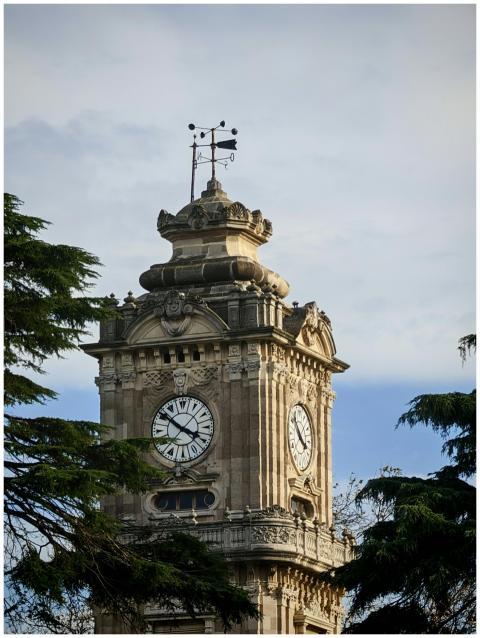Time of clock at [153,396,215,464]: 3:51
